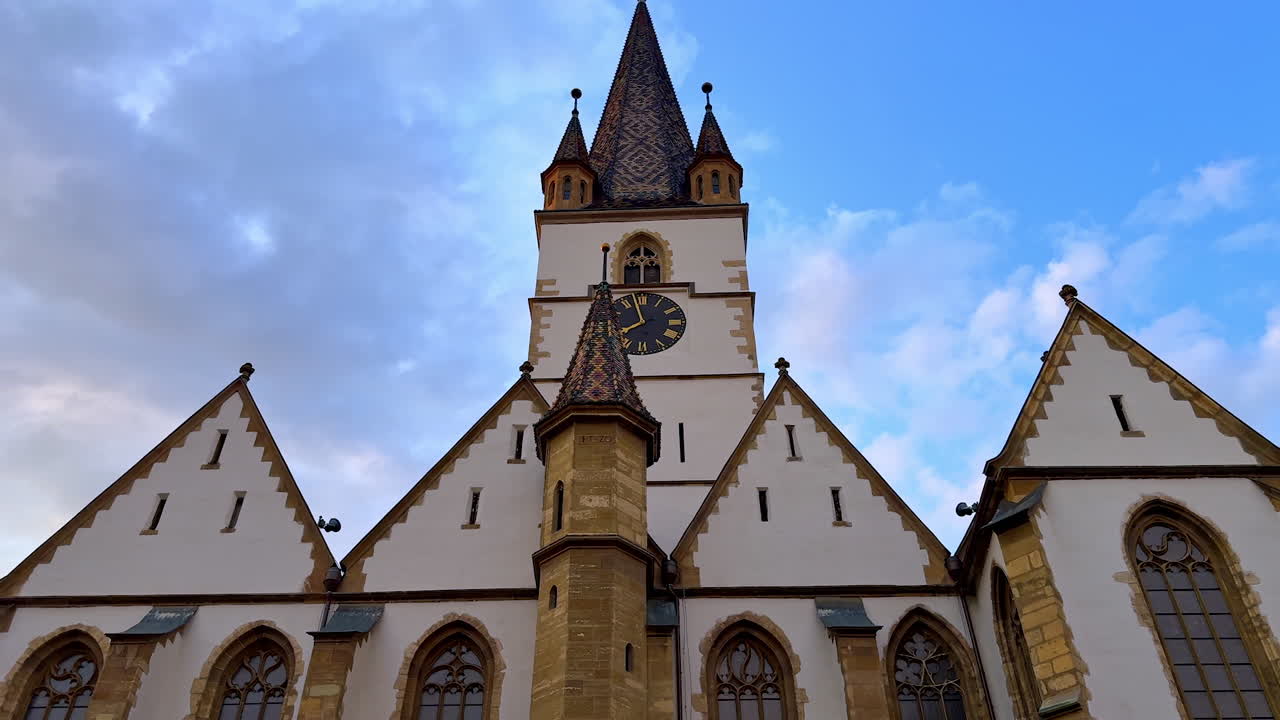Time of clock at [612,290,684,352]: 7:57
